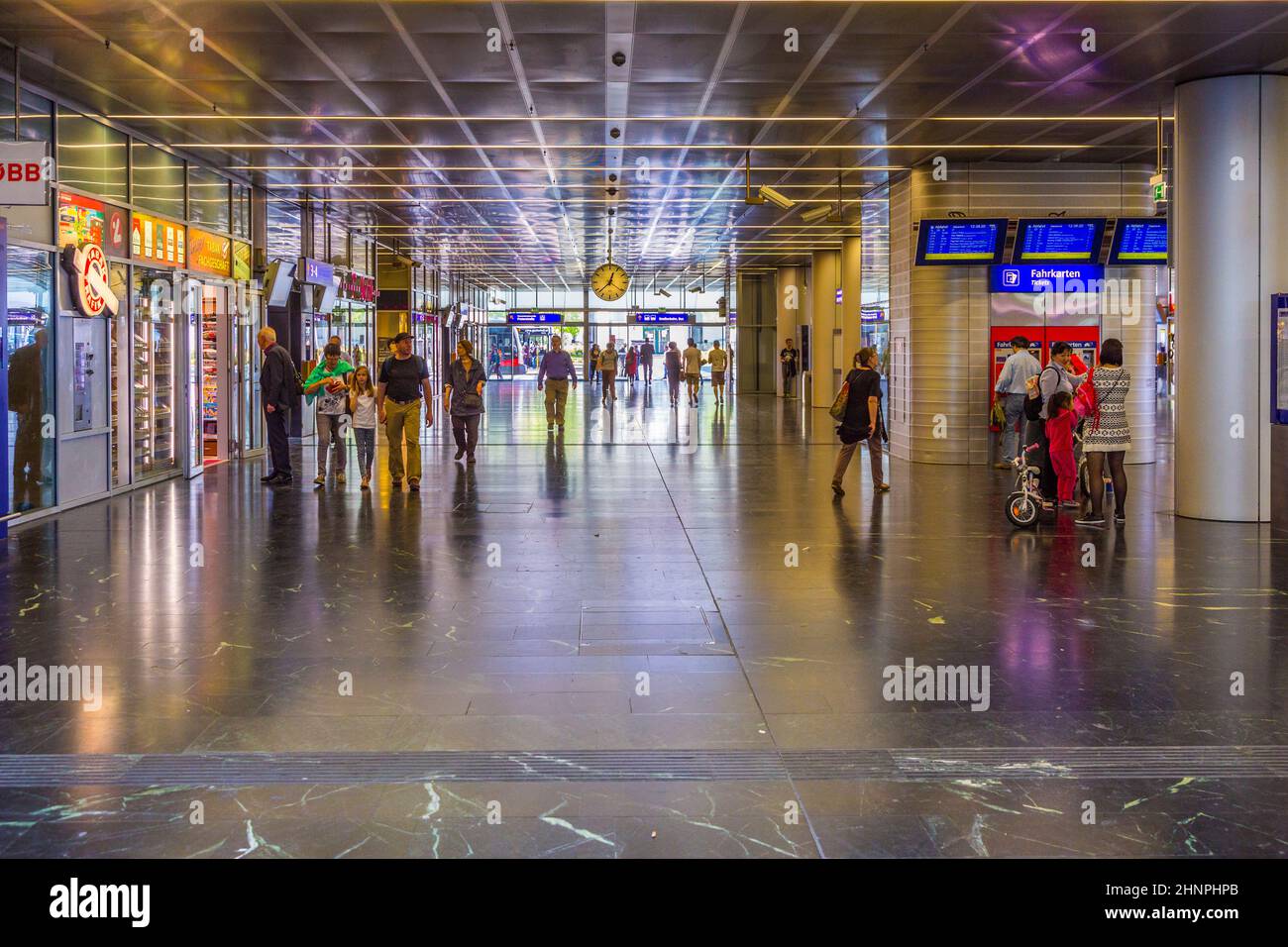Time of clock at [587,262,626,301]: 12:37
